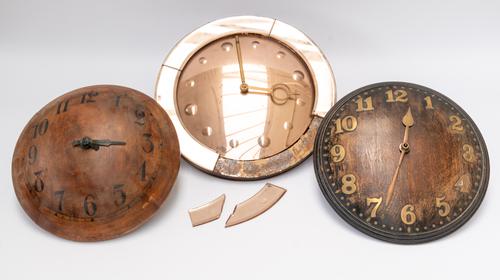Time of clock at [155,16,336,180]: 3:01
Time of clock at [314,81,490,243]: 12:33
